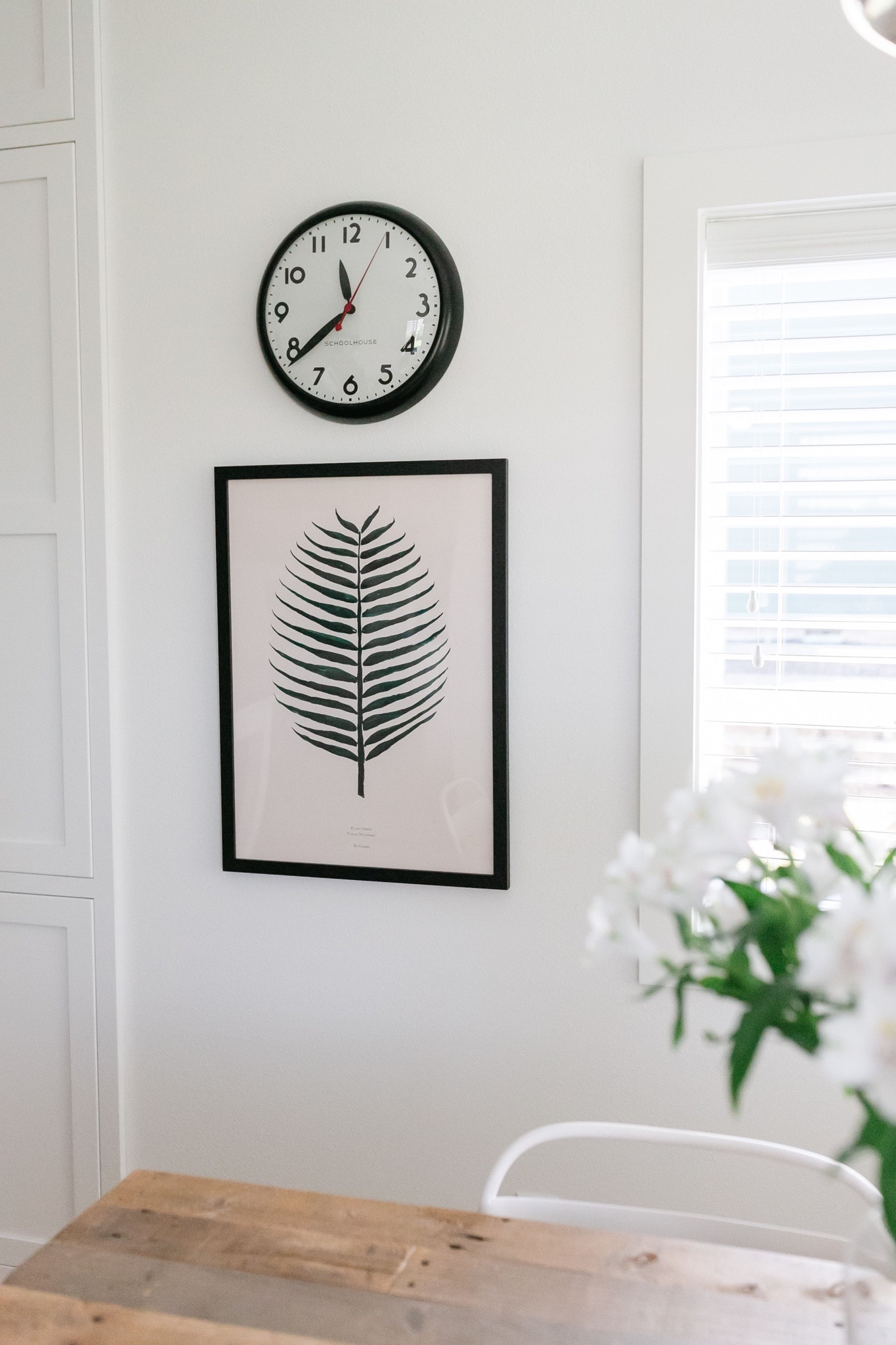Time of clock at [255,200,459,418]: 11:38
